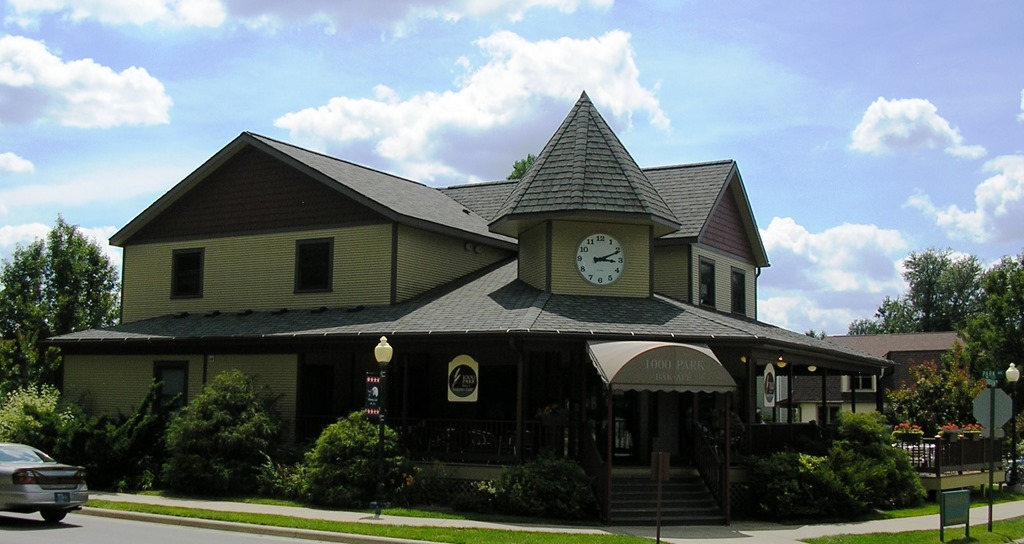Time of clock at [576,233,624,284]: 3:11
